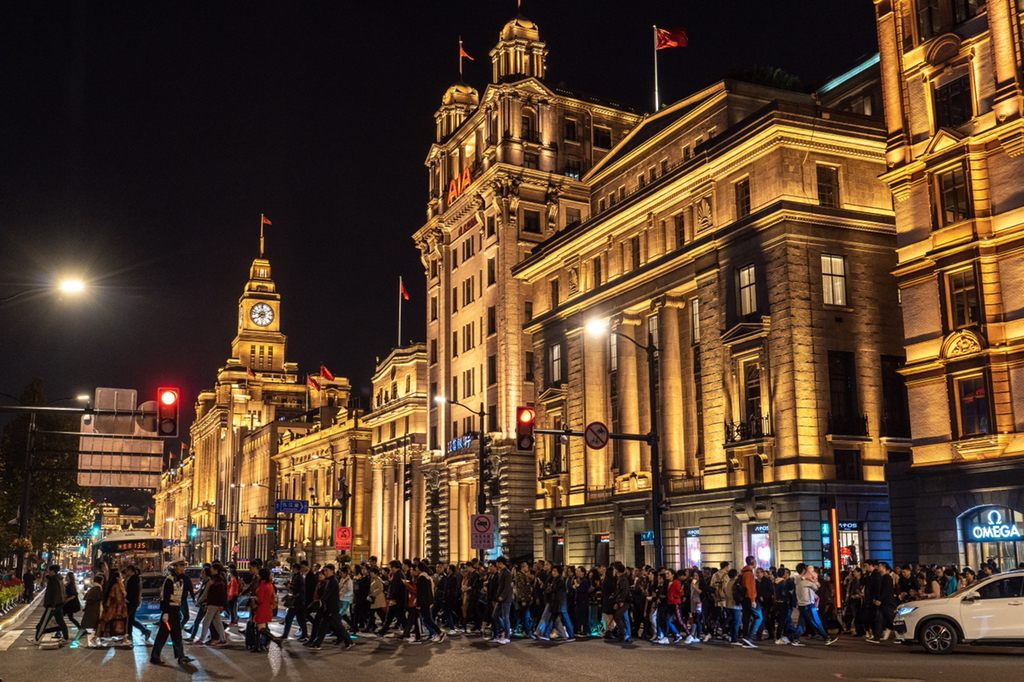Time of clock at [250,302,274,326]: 7:46
